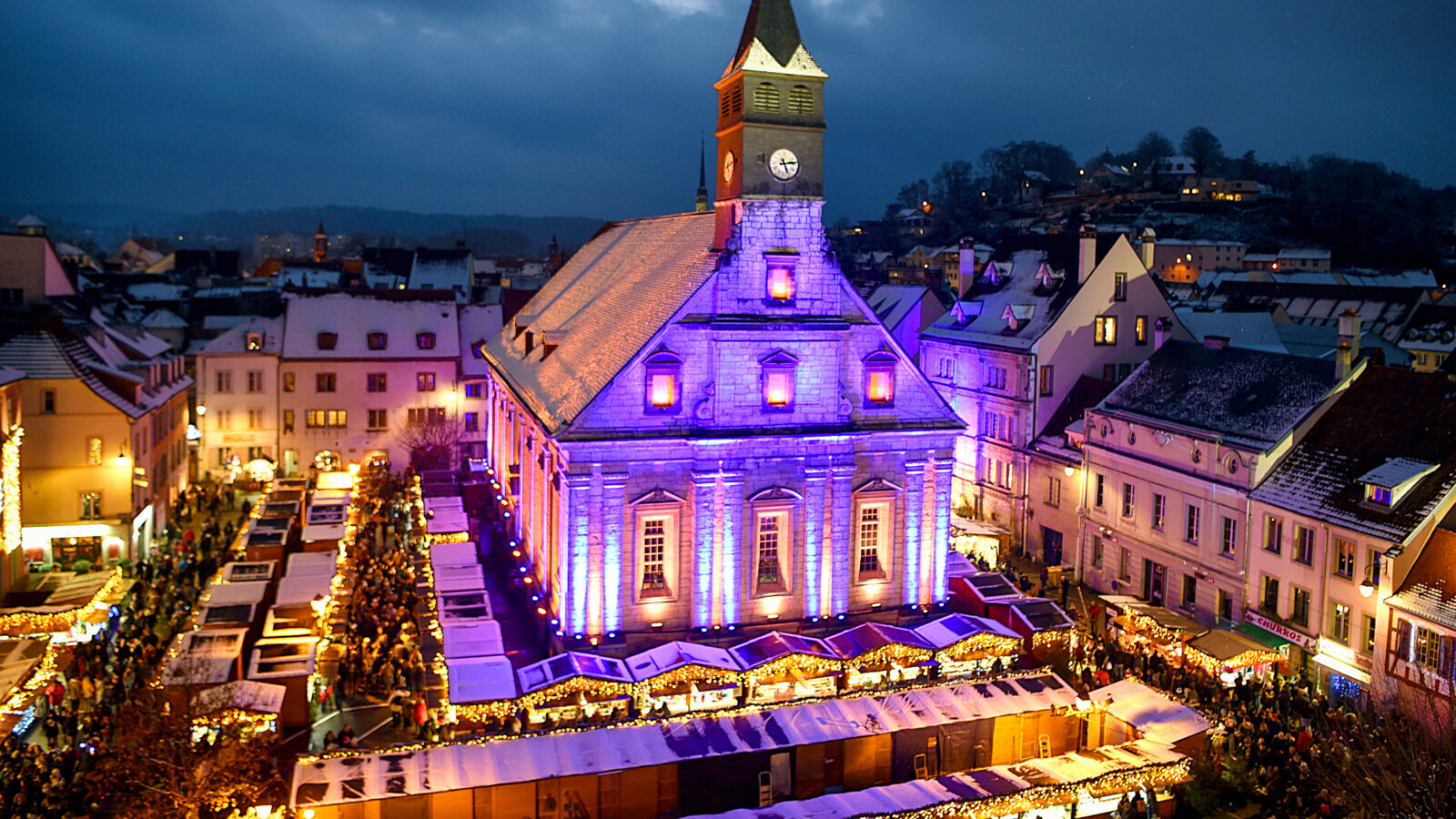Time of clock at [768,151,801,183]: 5:13
